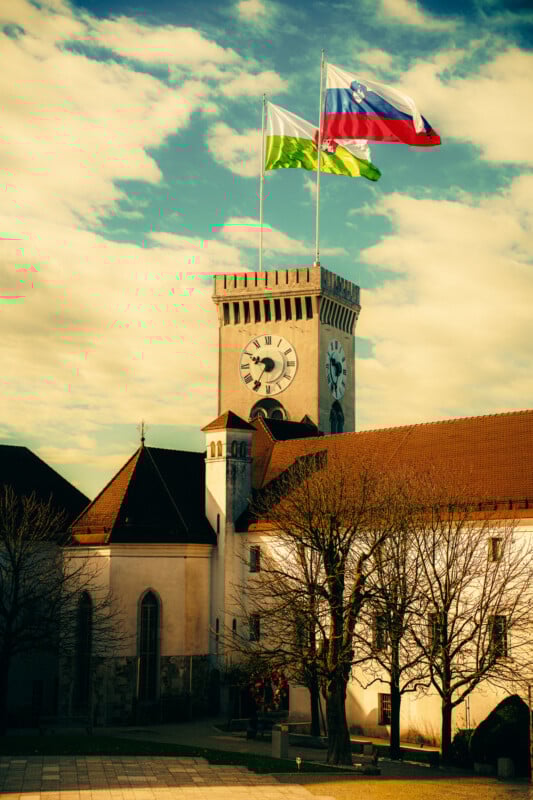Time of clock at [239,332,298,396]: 9:35
